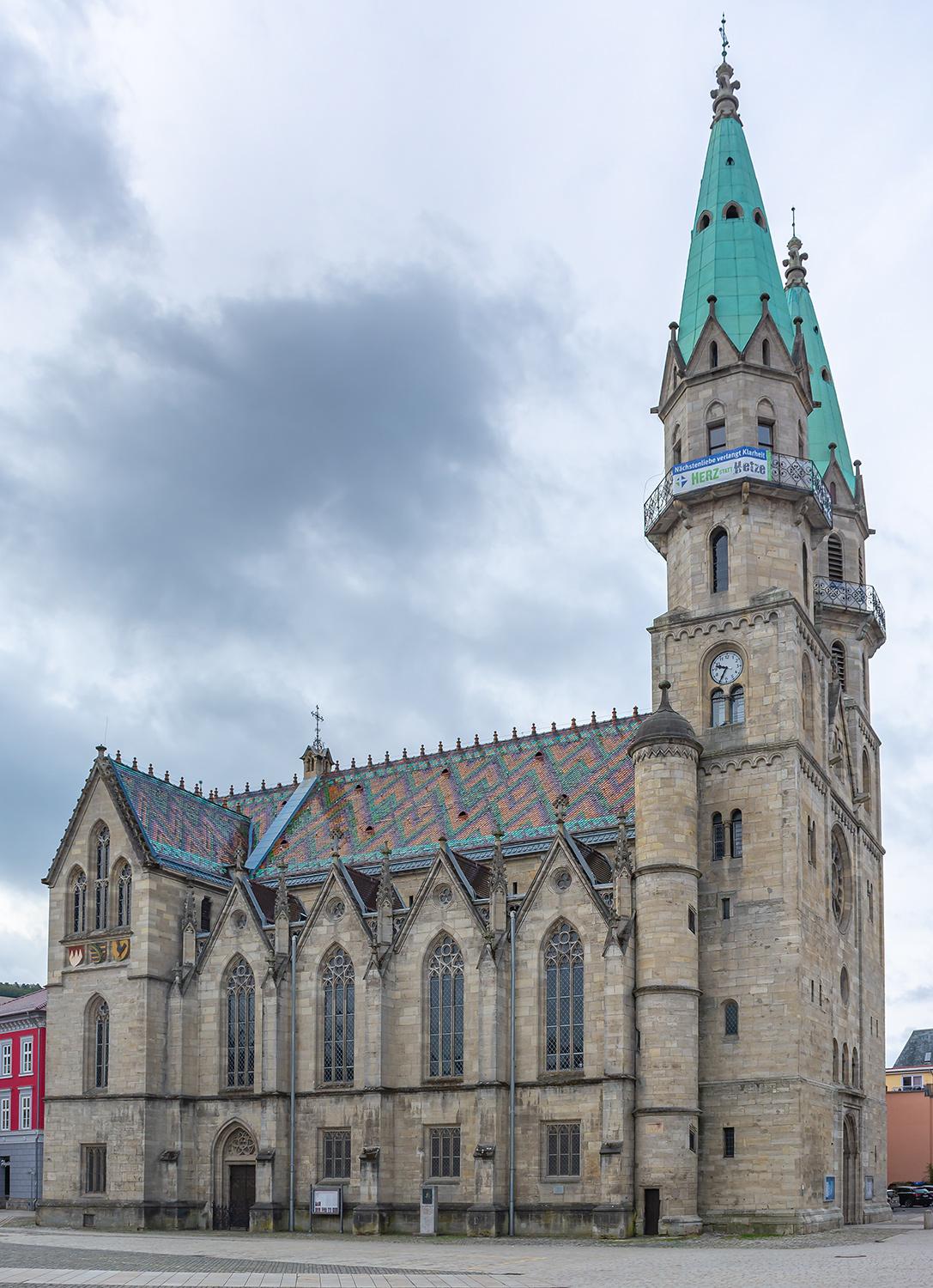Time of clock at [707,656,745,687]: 9:34
